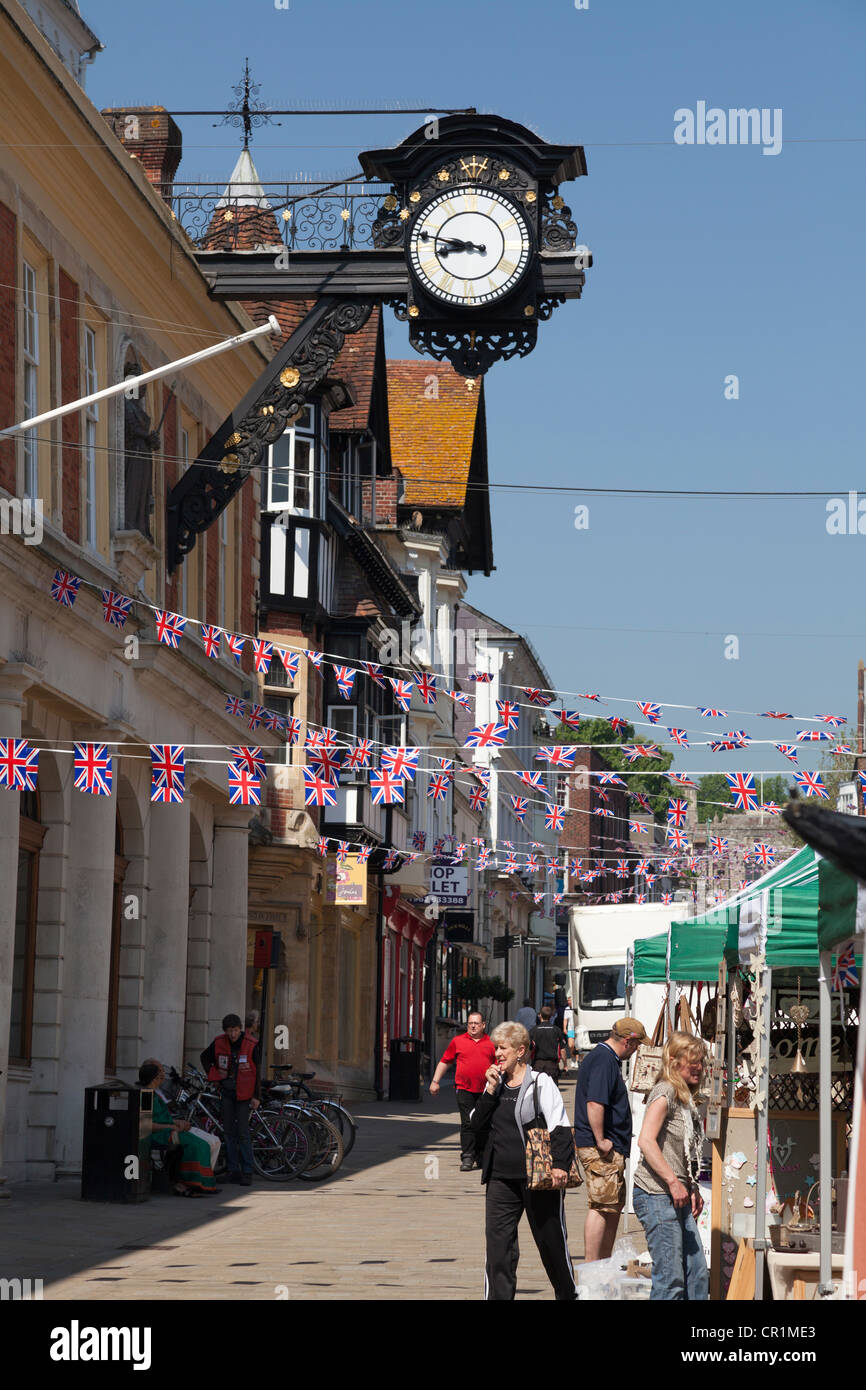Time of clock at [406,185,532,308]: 8:47
